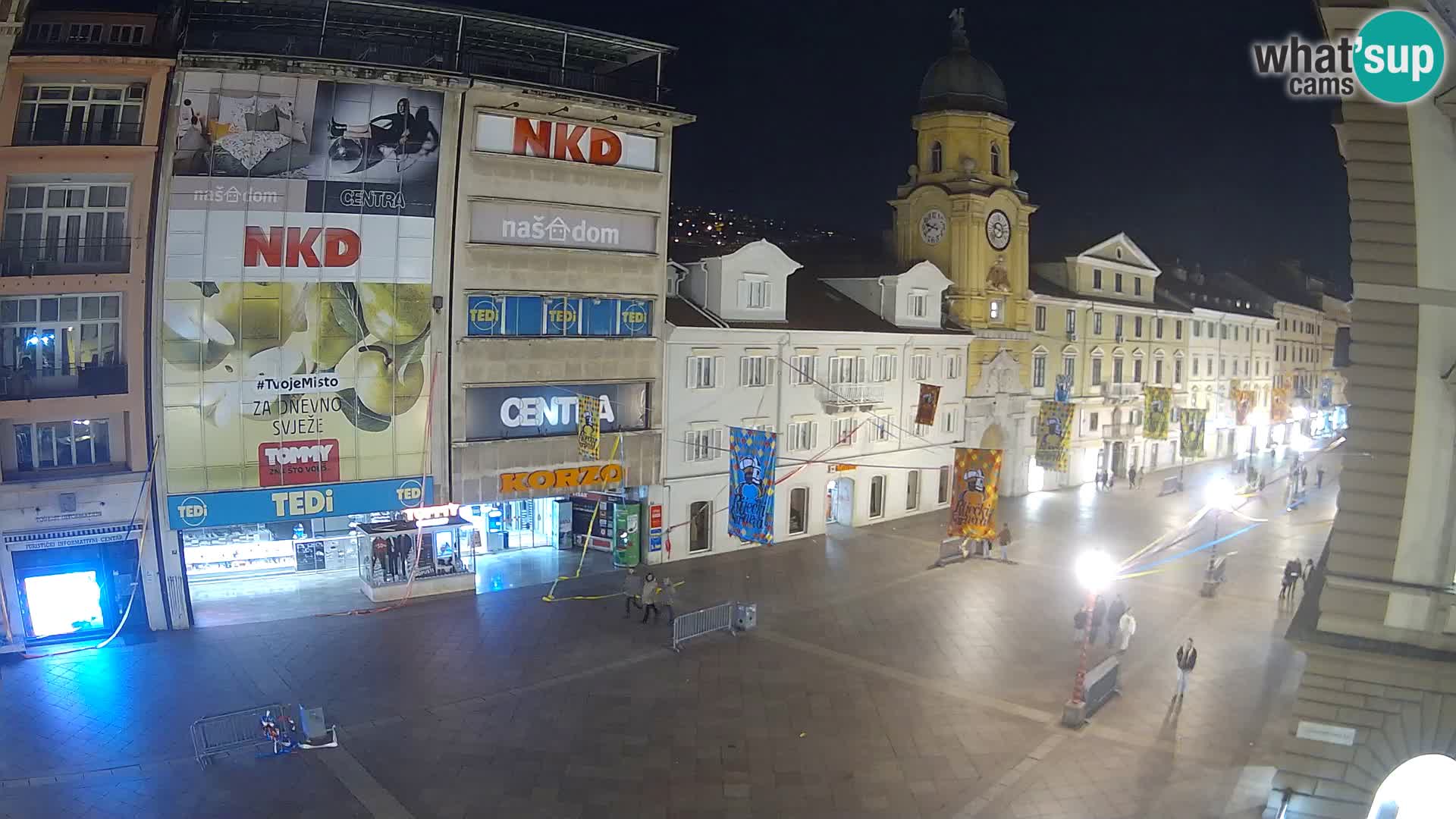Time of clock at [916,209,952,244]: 9:40
